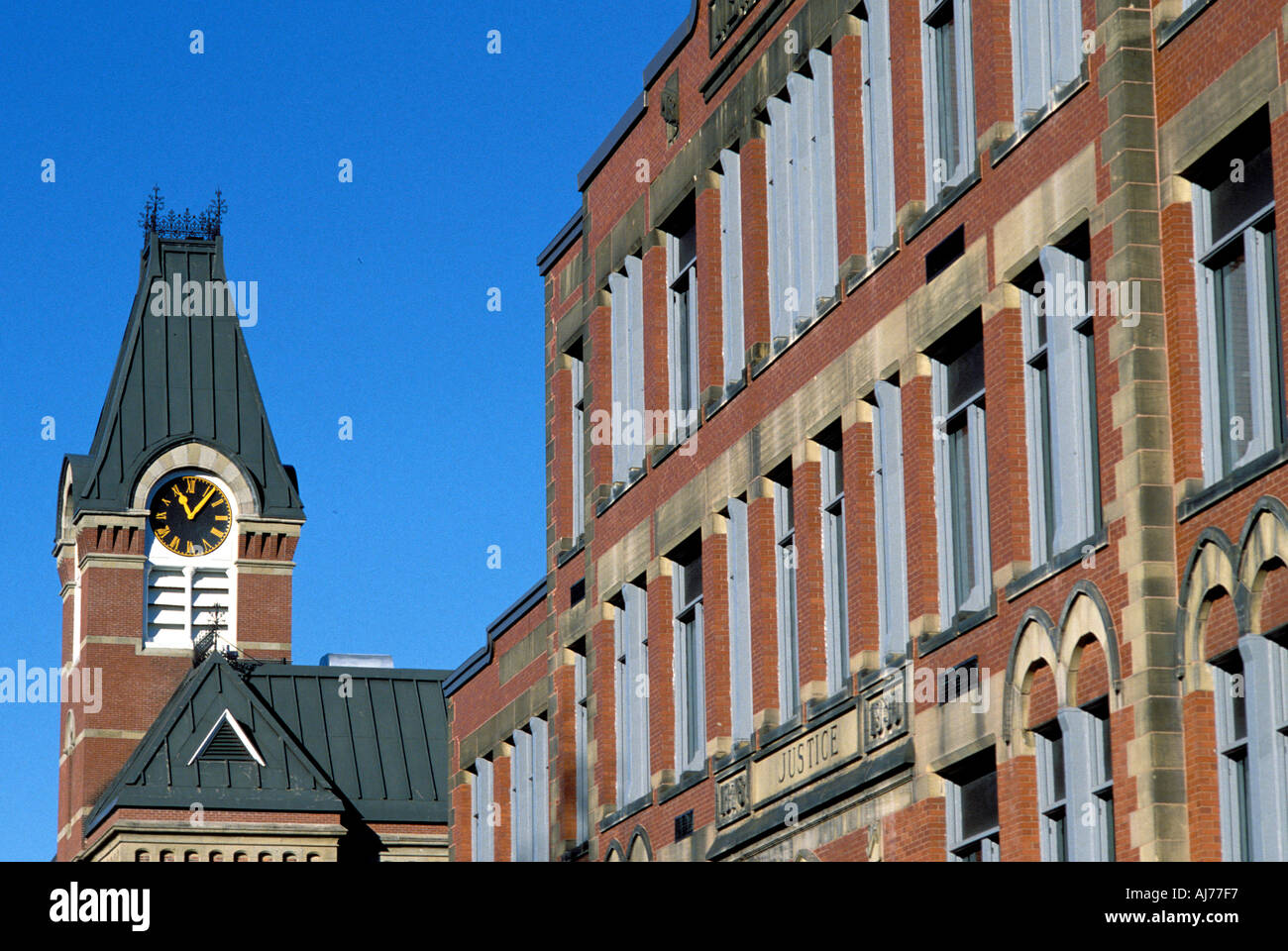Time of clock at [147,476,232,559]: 11:06
